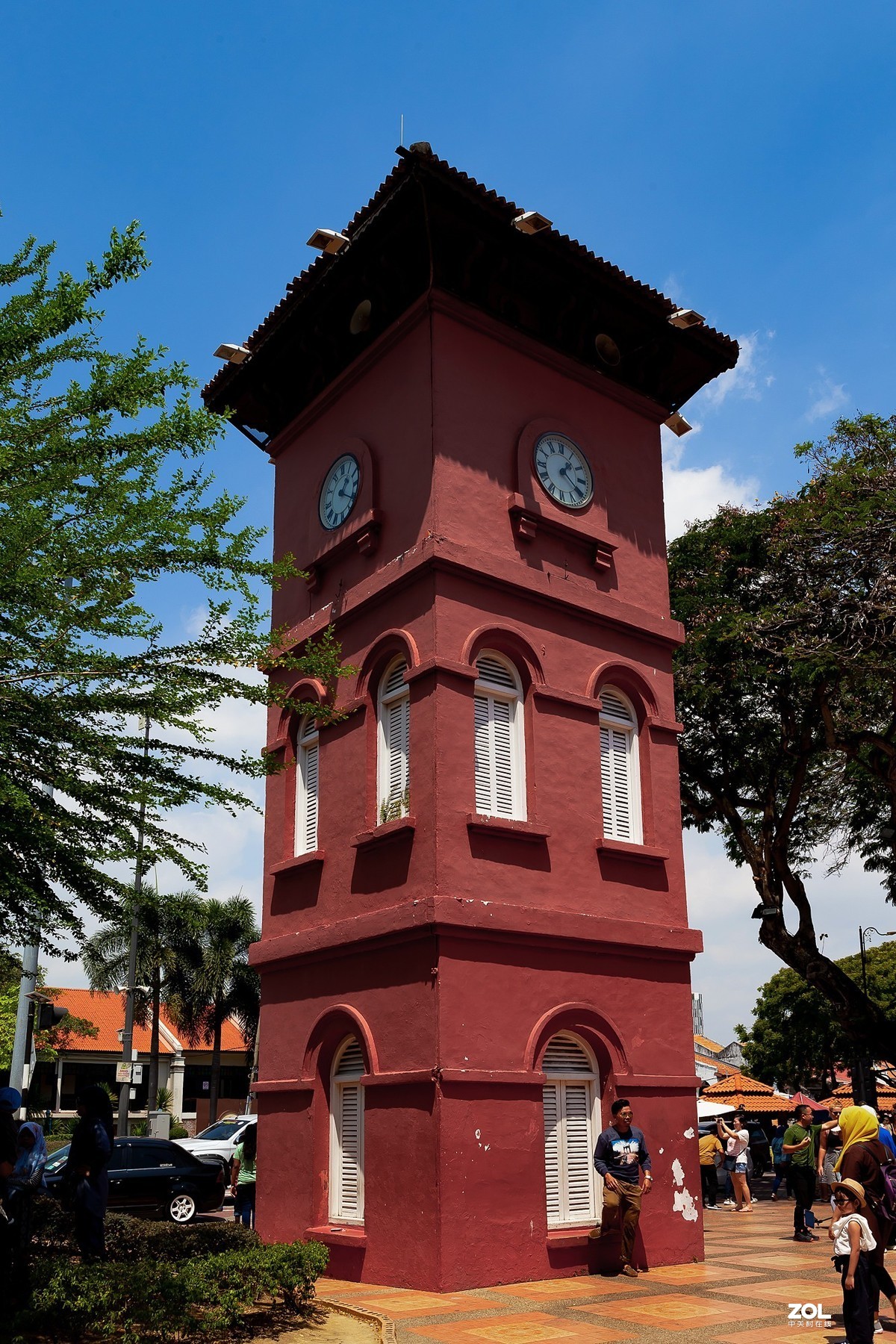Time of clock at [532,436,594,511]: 1:20
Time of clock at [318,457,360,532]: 1:20
